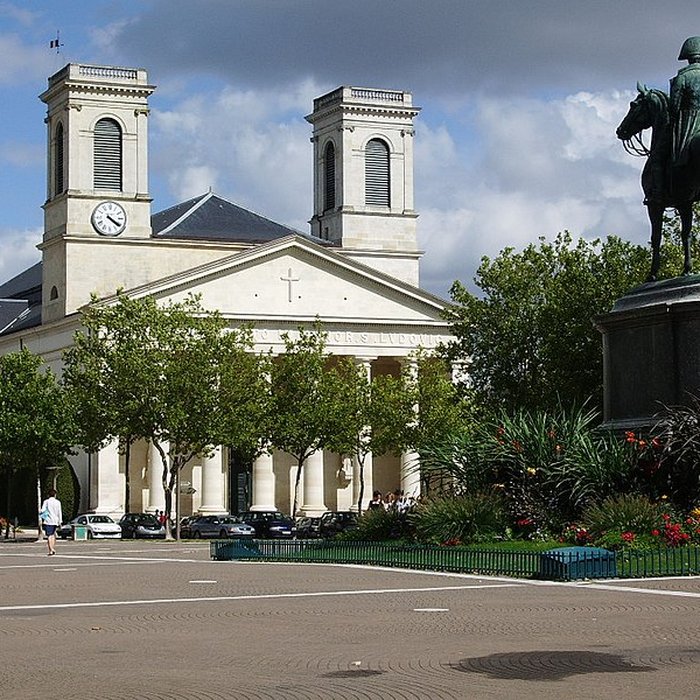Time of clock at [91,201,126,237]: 4:20
